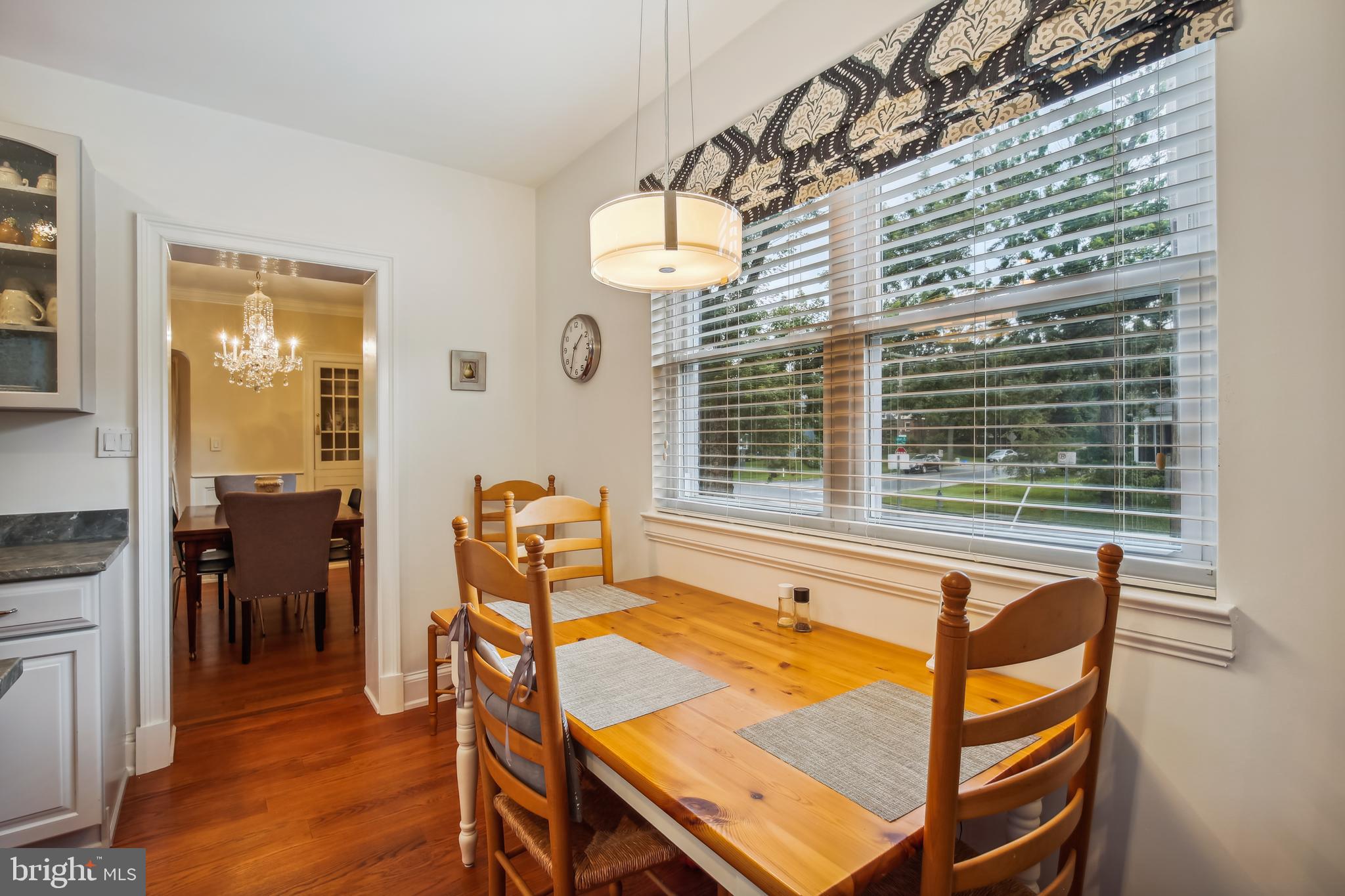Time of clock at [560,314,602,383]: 1:33
